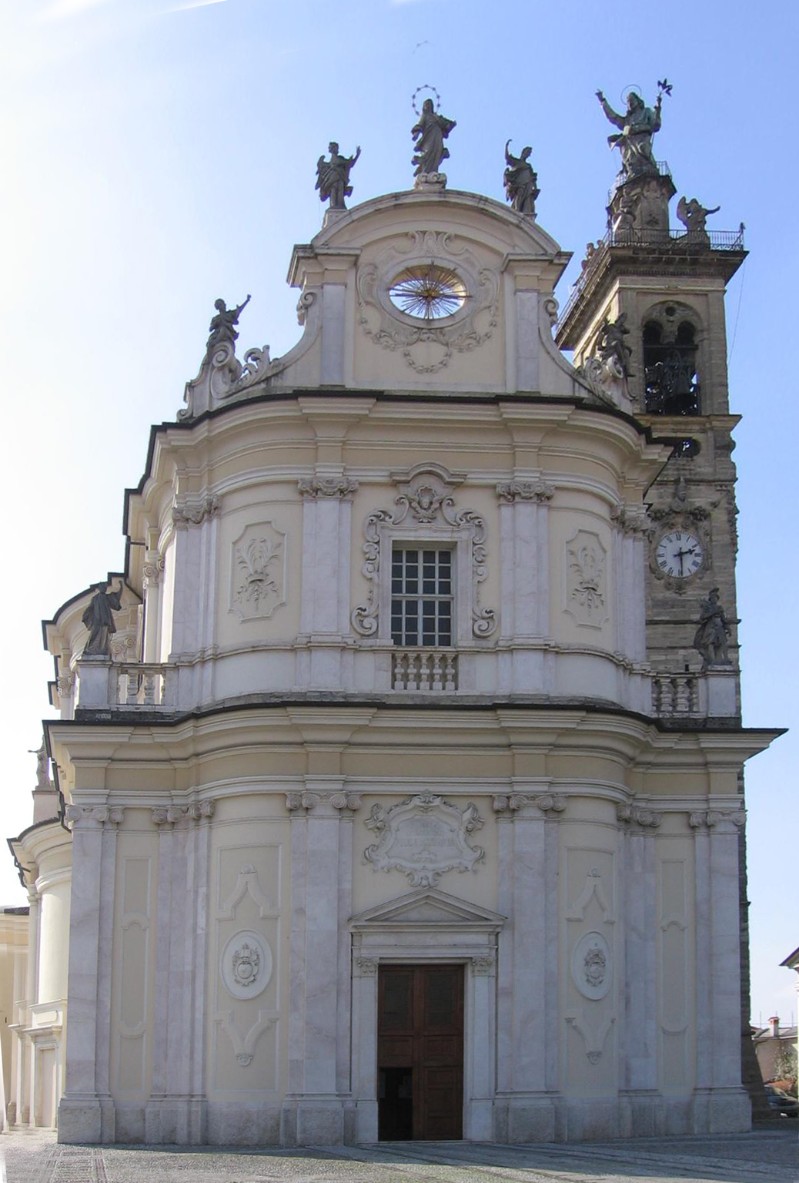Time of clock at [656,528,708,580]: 2:29
